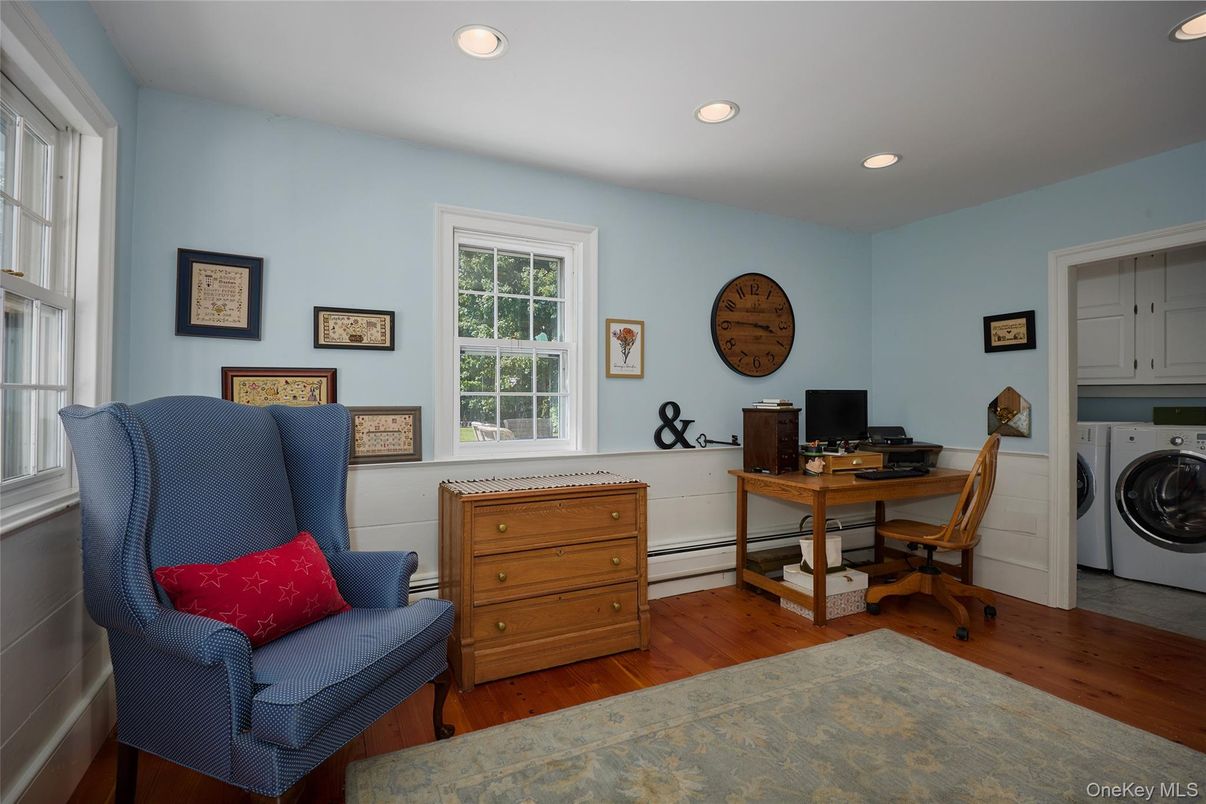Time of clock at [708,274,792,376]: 3:45
